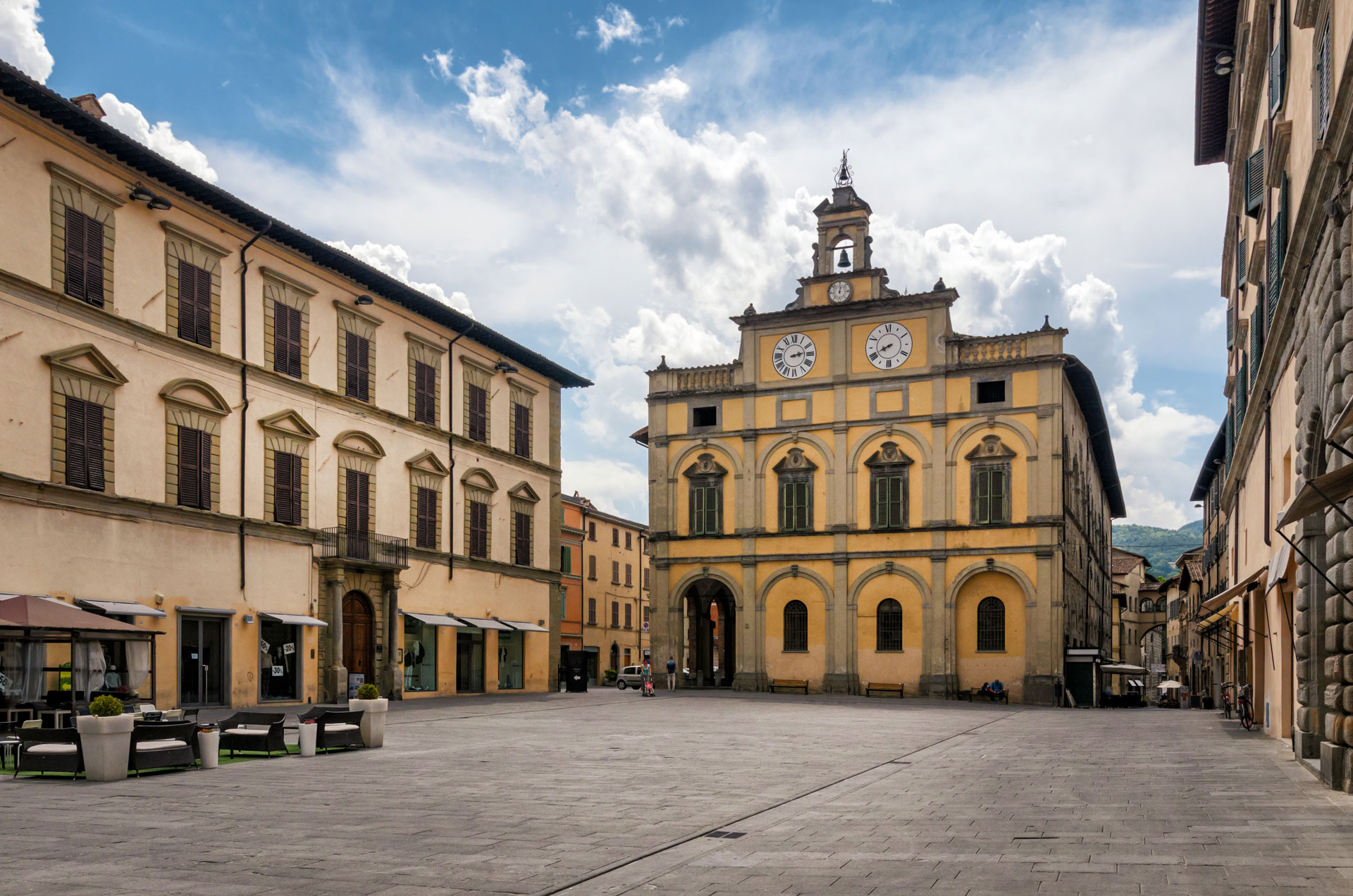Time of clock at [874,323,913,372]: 8:41
